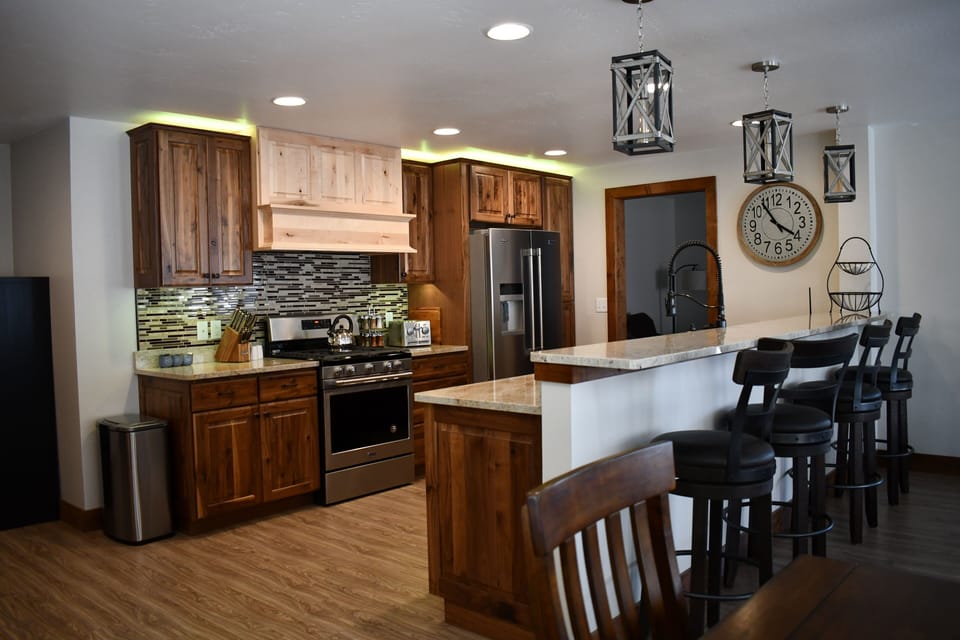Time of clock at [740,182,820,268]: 3:54
